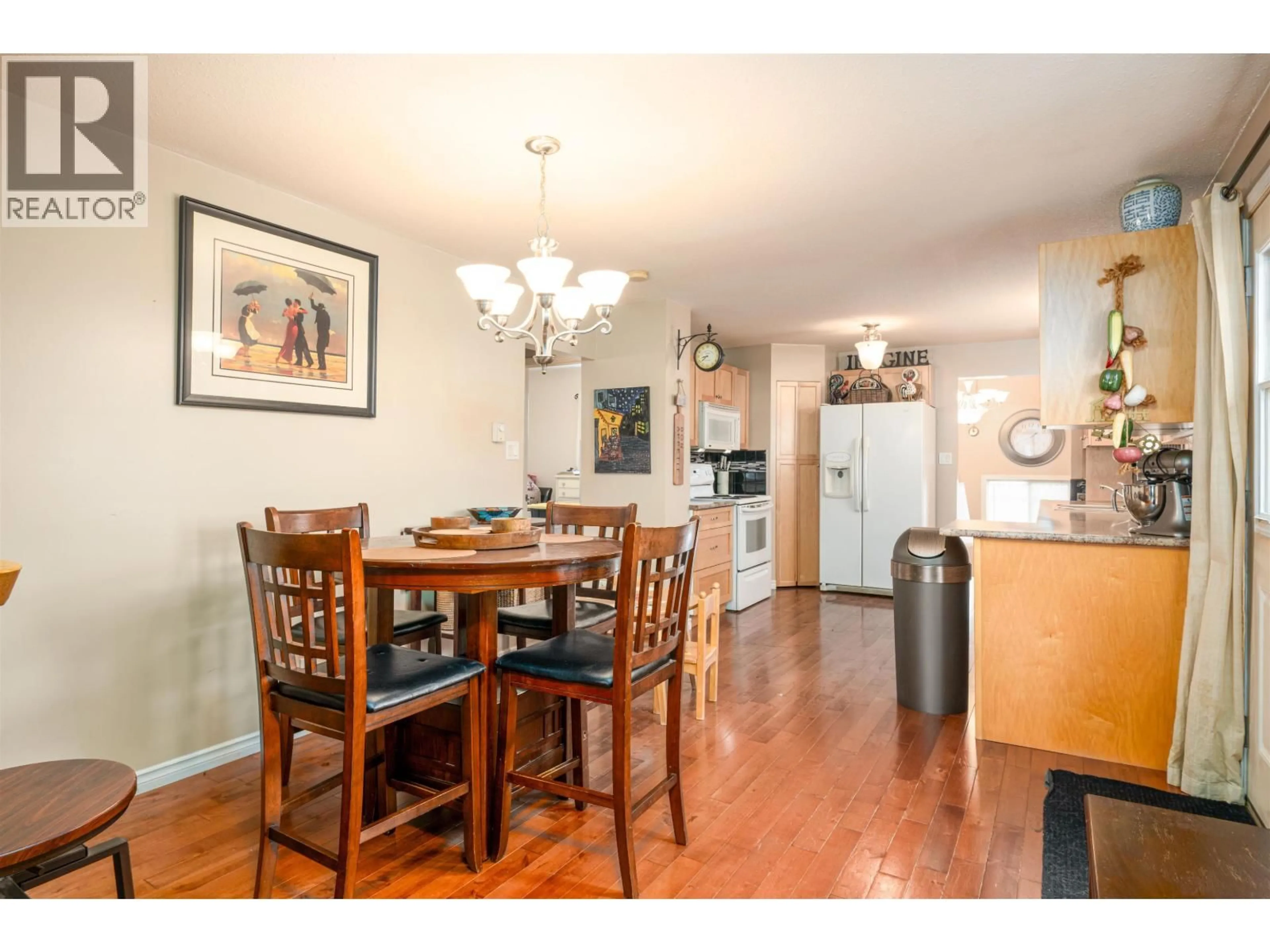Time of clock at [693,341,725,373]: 8:38
